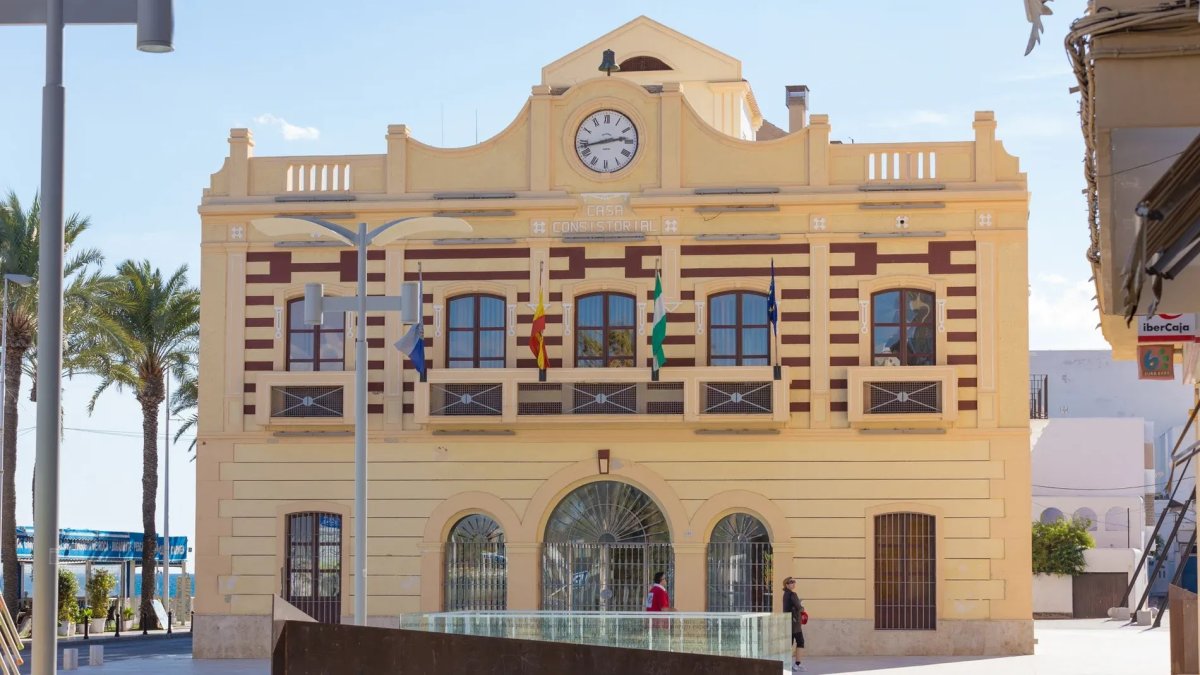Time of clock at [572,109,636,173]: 2:42
